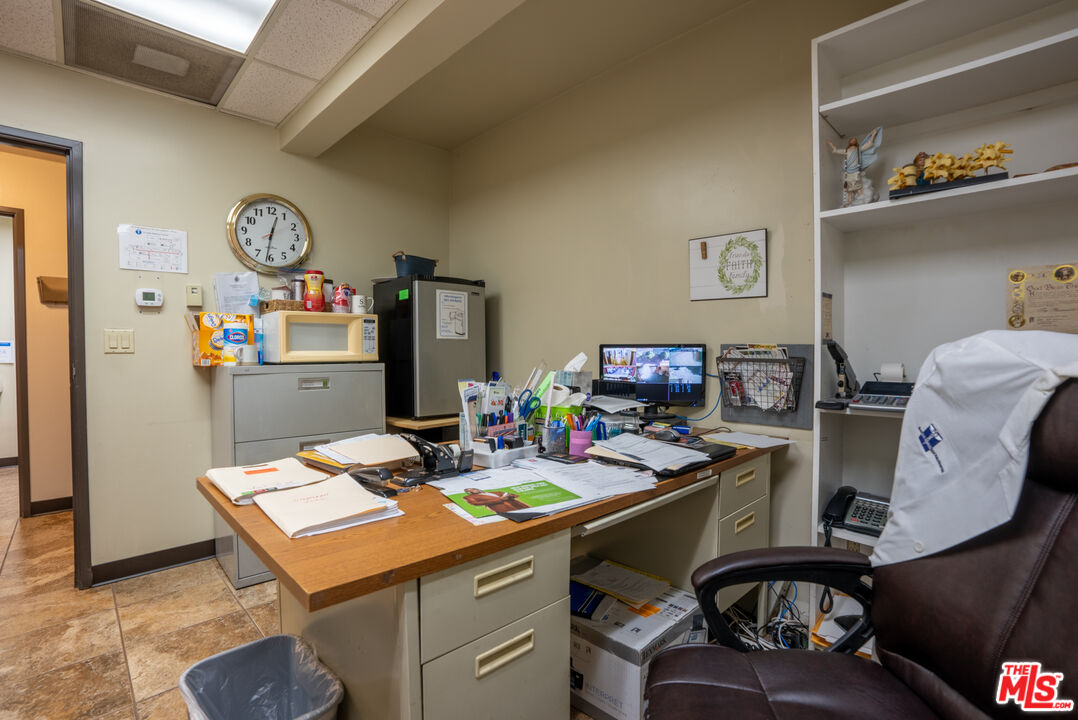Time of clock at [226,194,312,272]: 12:31
